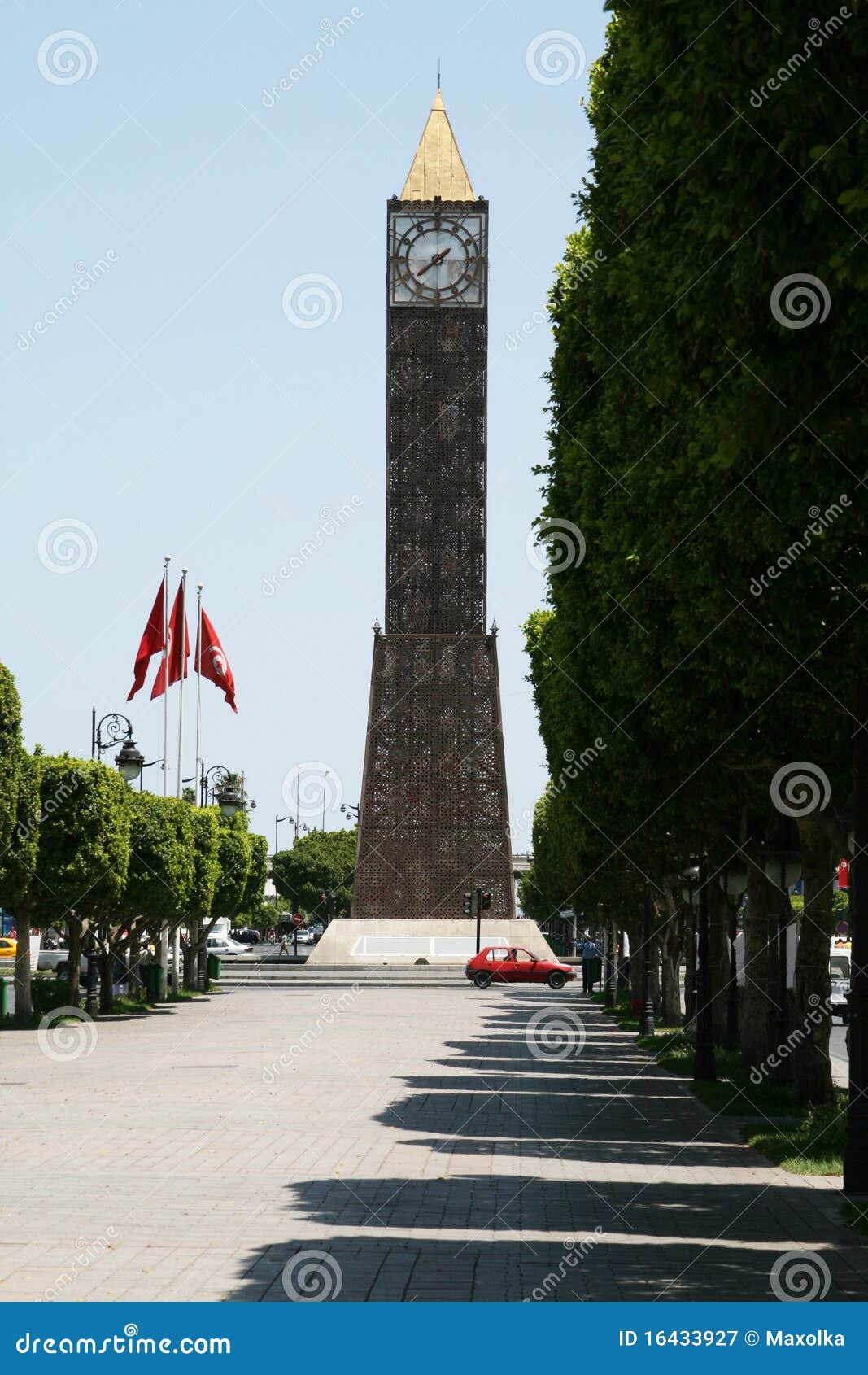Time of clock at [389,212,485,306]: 7:38
